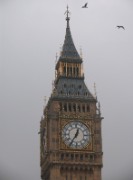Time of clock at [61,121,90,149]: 12:35
